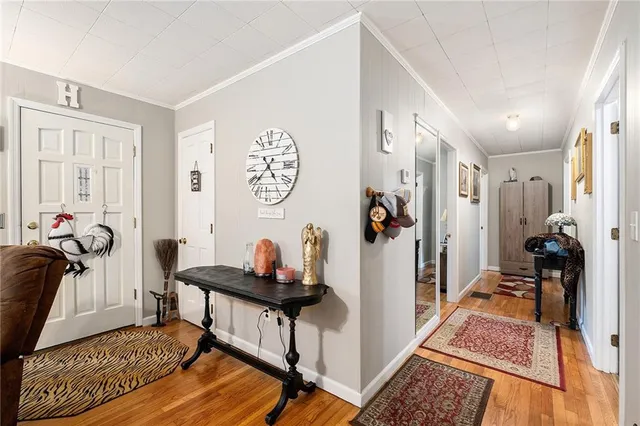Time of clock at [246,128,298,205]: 4:37
